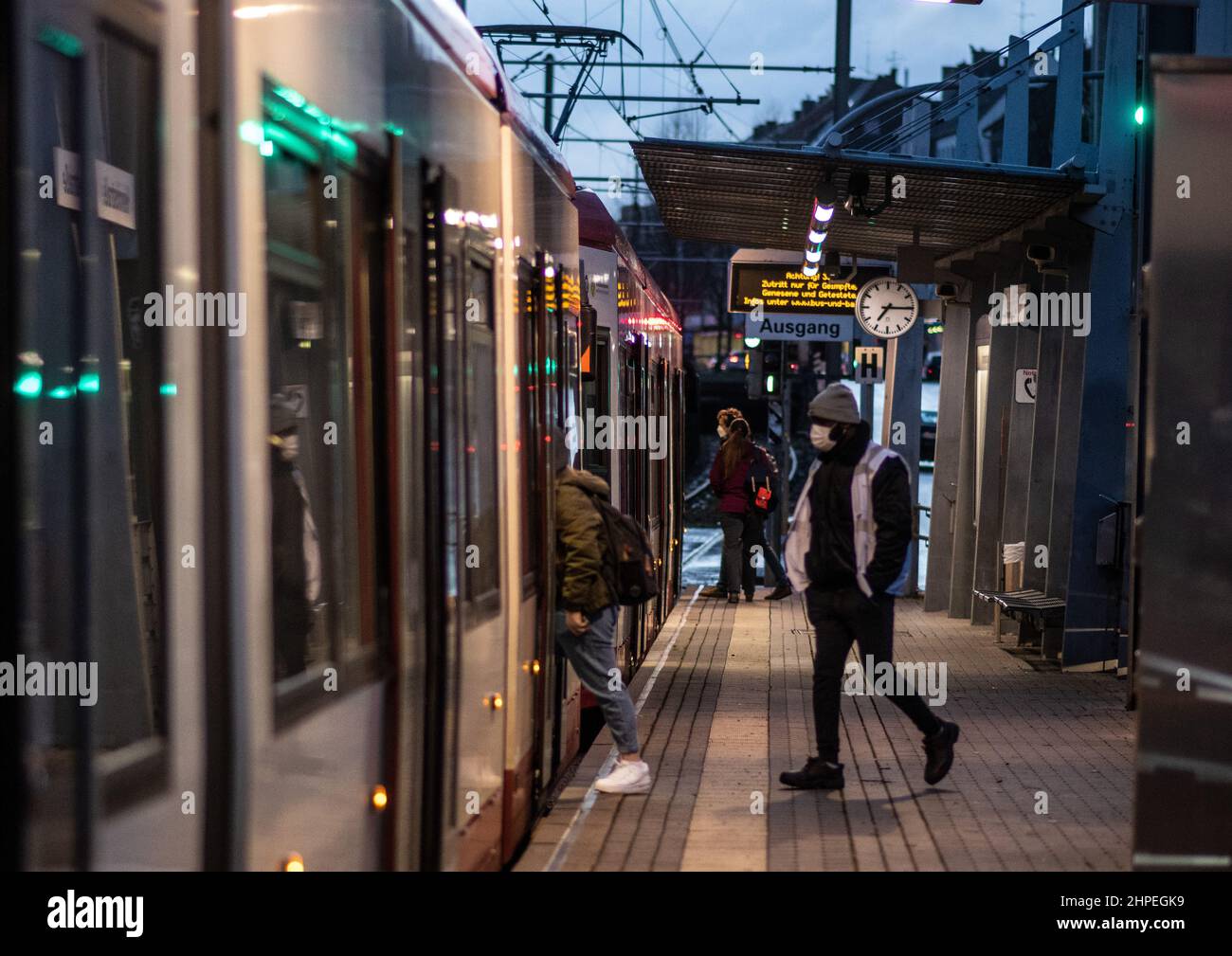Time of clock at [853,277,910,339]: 7:15
